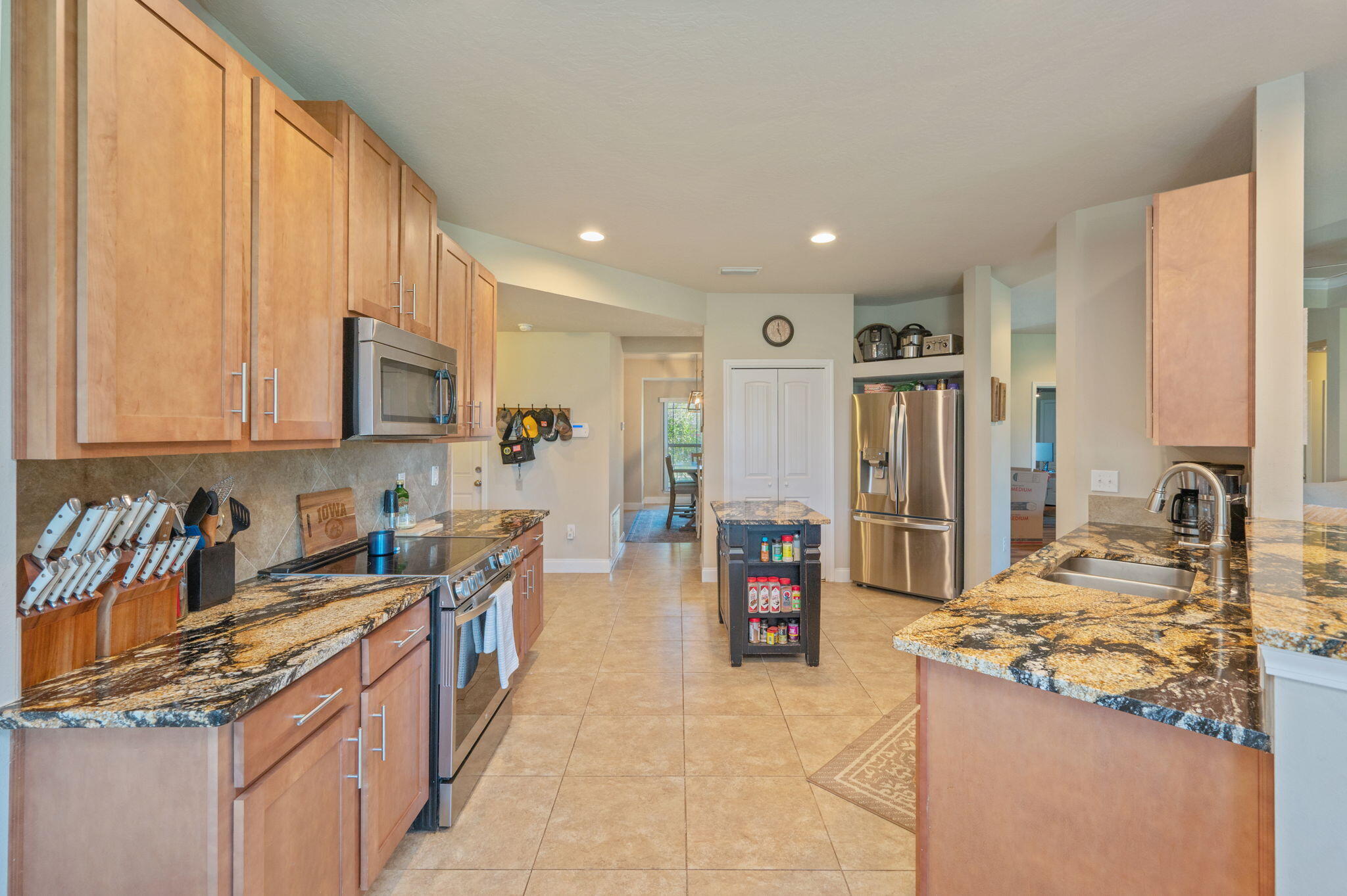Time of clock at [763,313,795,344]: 5:00
